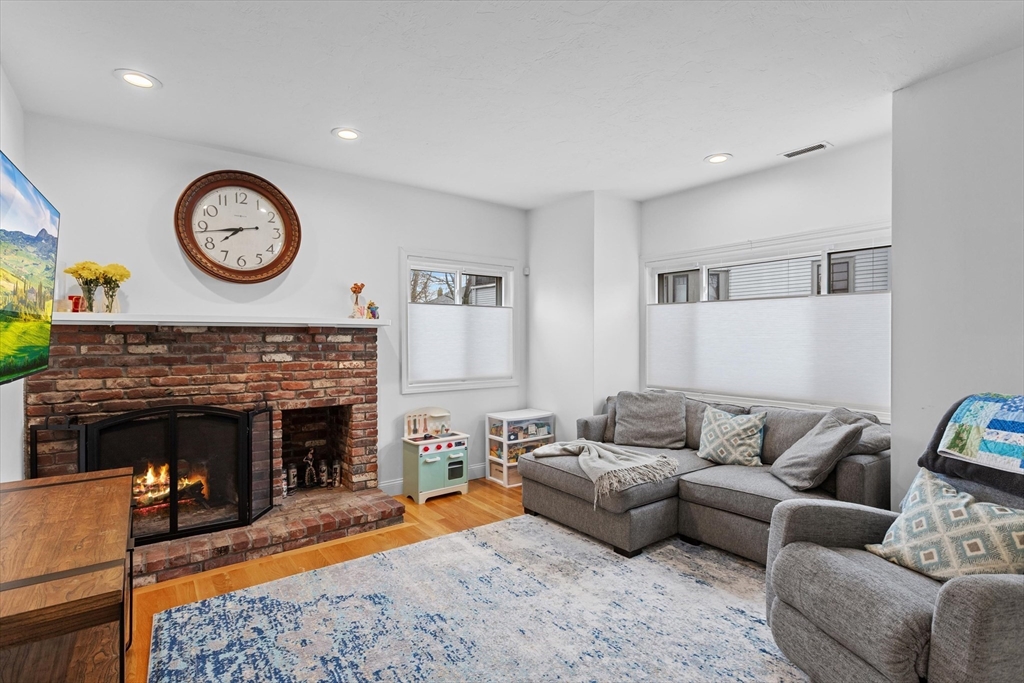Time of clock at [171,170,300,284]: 7:43
